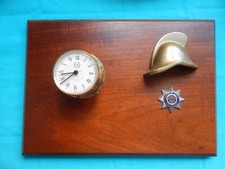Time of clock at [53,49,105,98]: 8:38
